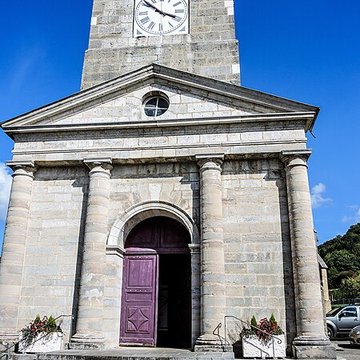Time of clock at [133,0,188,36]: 3:51
